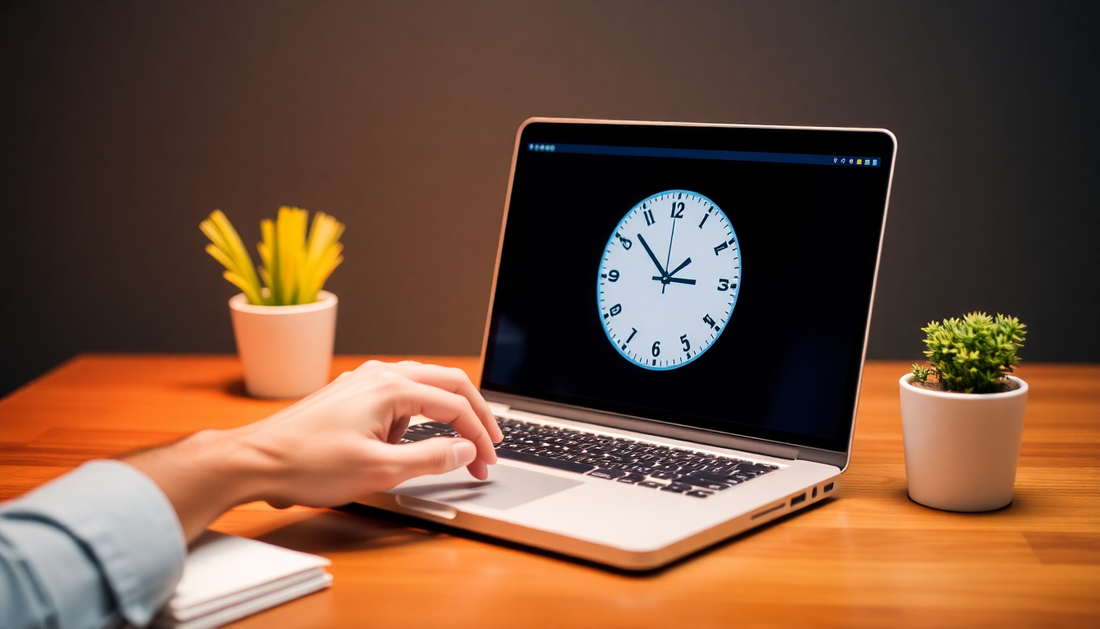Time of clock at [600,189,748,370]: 1:52
